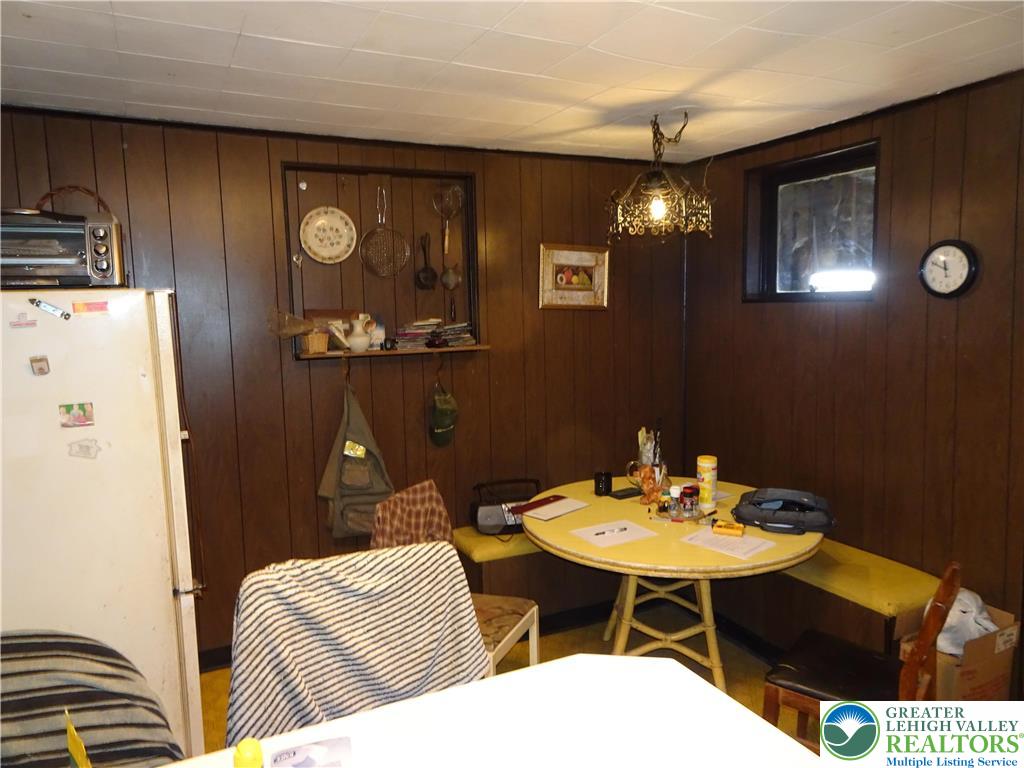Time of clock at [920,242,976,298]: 11:50
